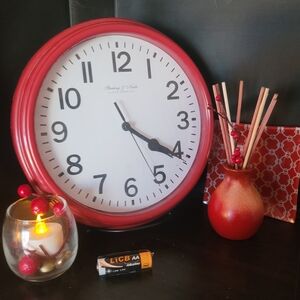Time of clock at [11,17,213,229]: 4:20
